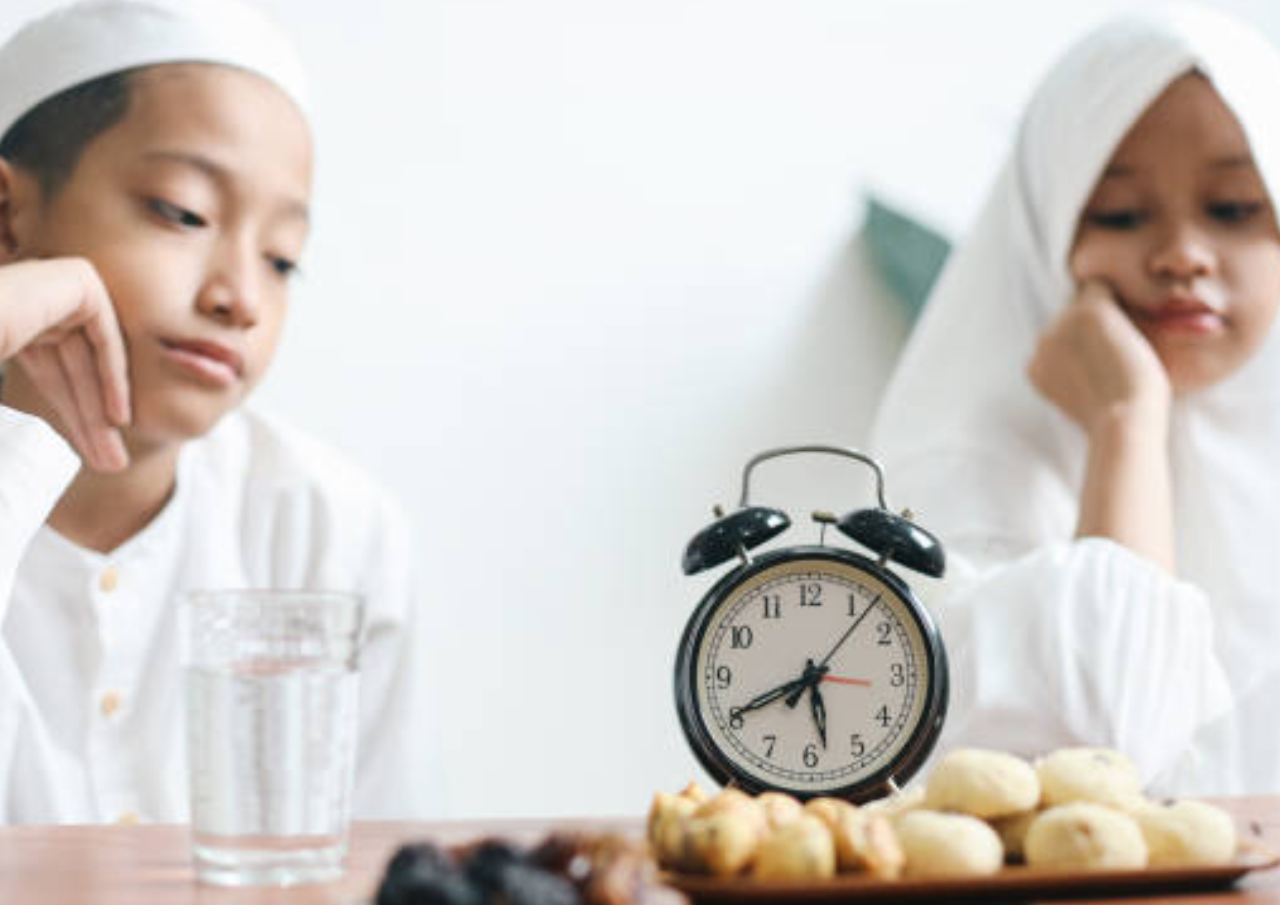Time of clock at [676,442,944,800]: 5:40
